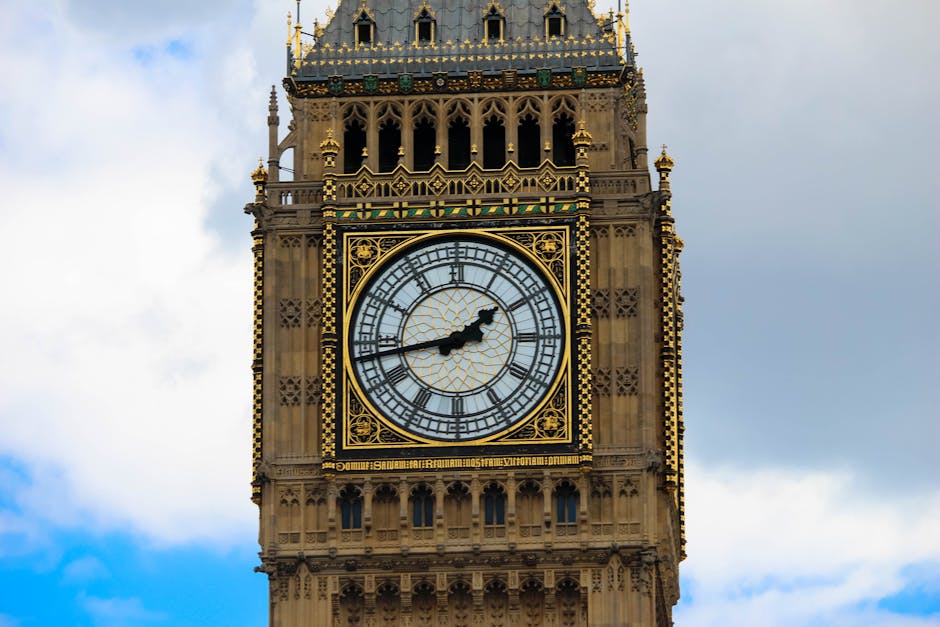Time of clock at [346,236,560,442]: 1:43
